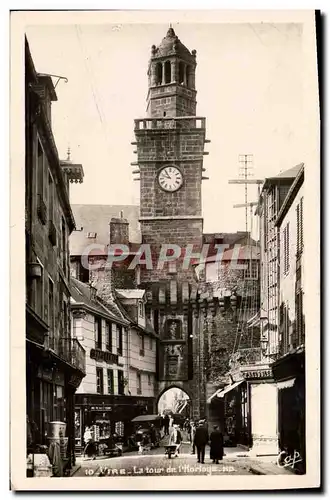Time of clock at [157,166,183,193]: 10:48
